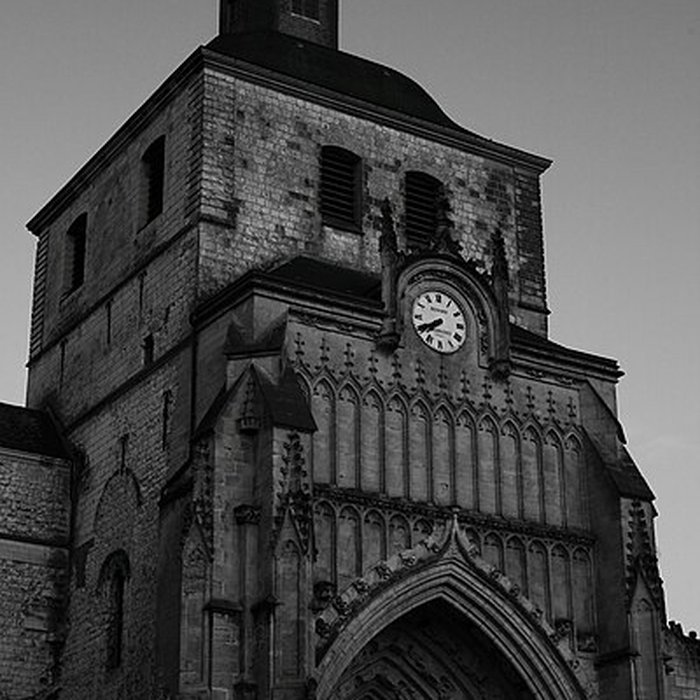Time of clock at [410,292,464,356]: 7:40
